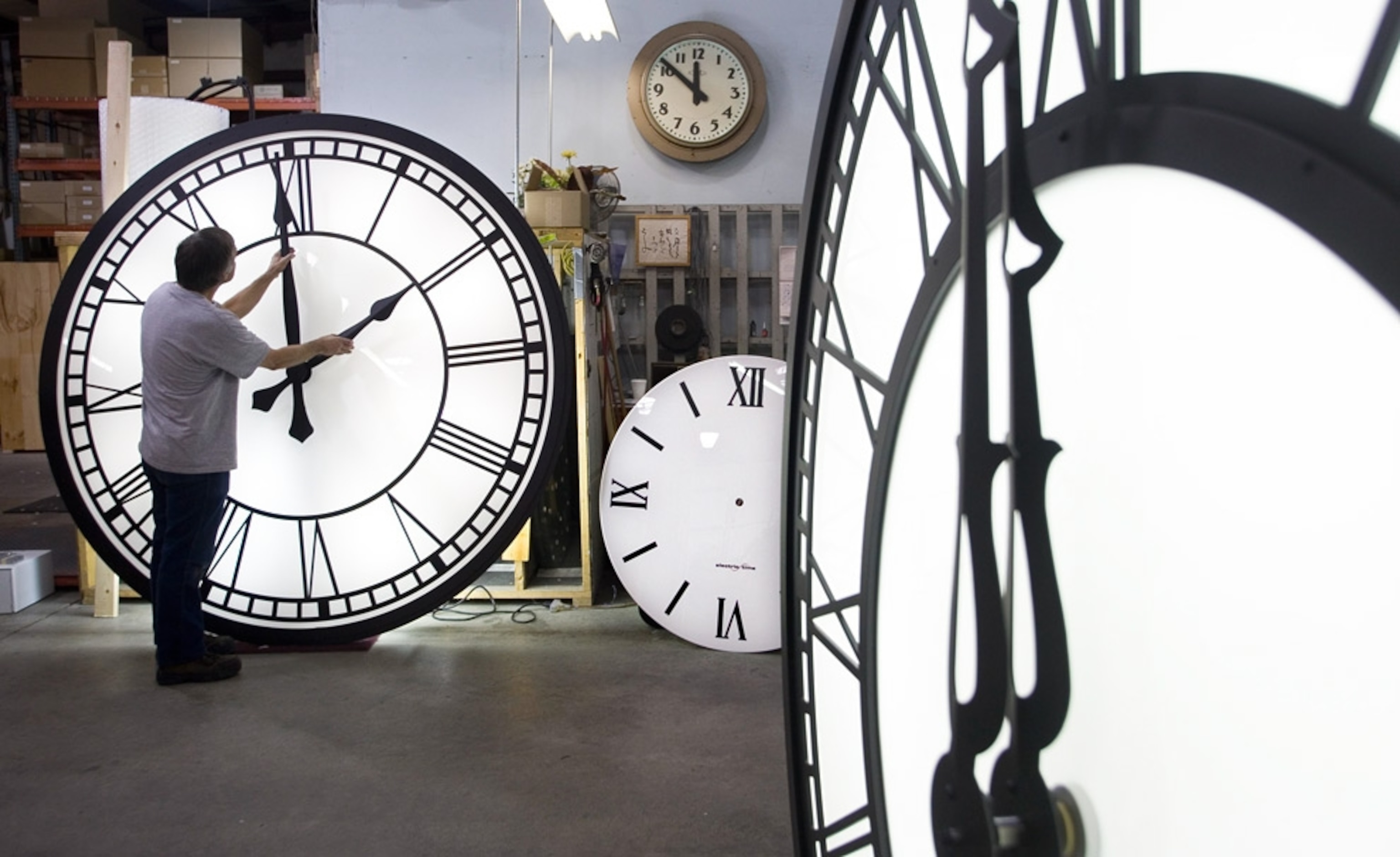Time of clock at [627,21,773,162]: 11:51
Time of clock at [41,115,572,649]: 1:59
